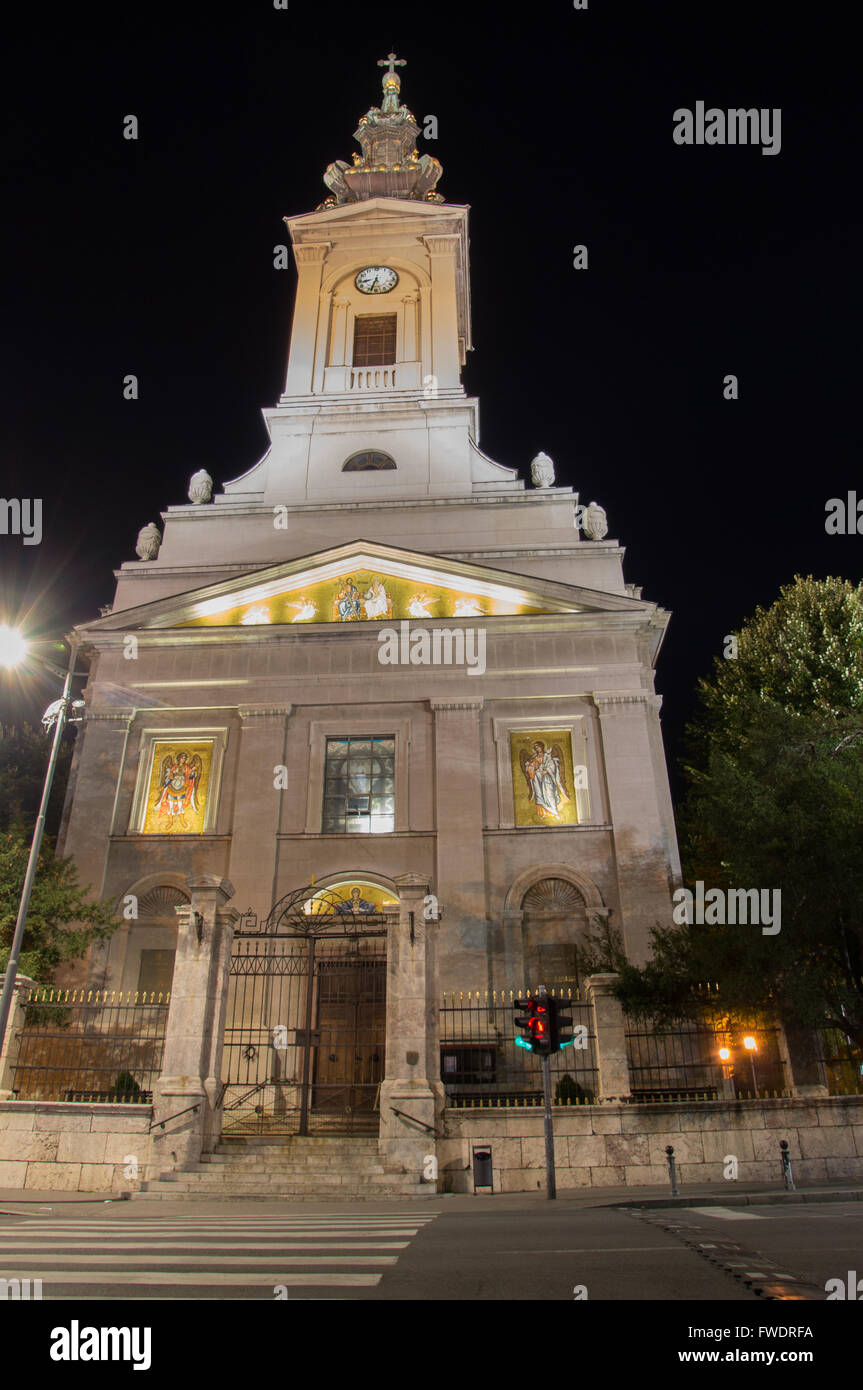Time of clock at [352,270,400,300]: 8:33
